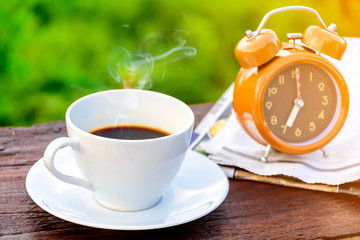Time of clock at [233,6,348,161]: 7:00
